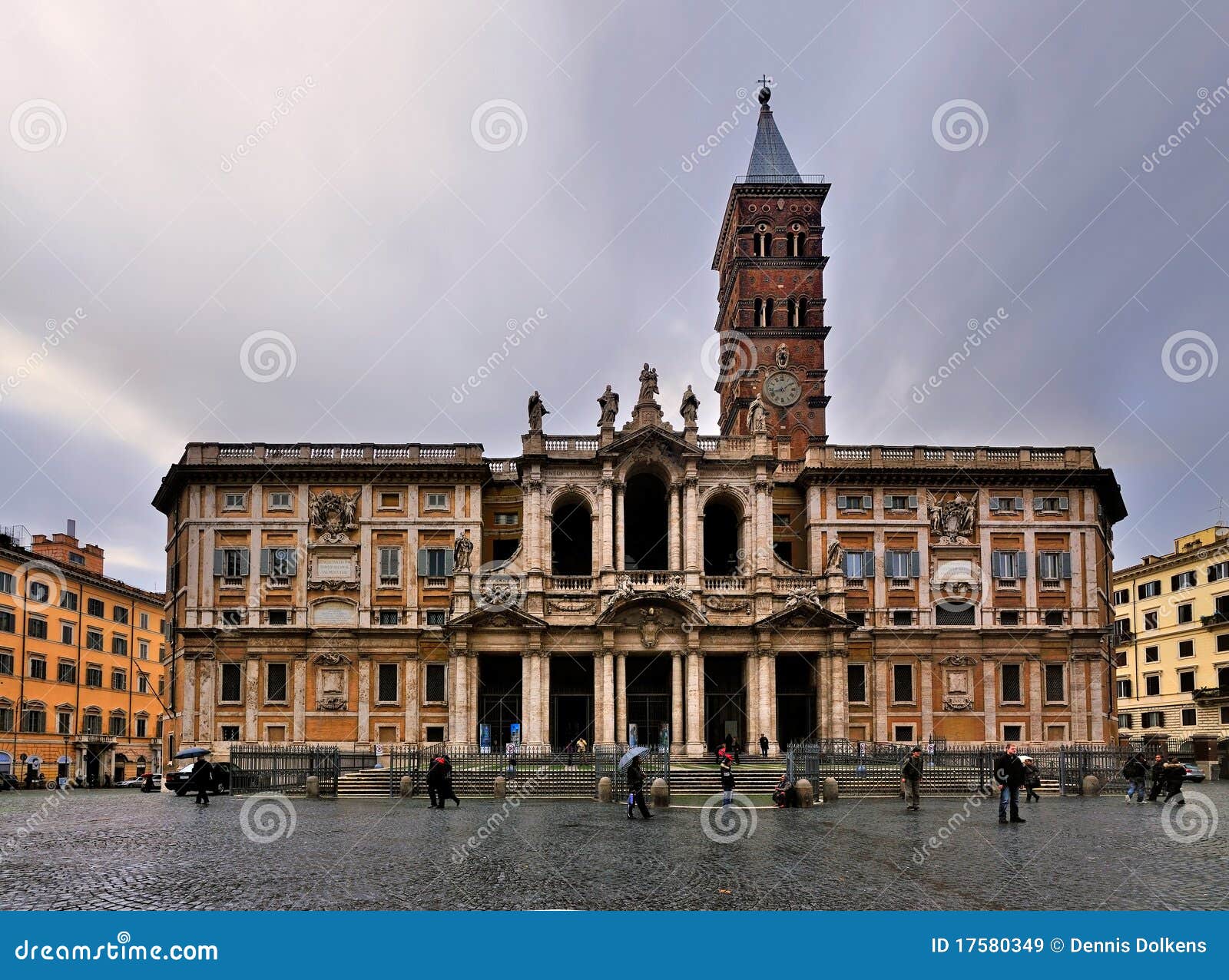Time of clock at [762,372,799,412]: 1:42
